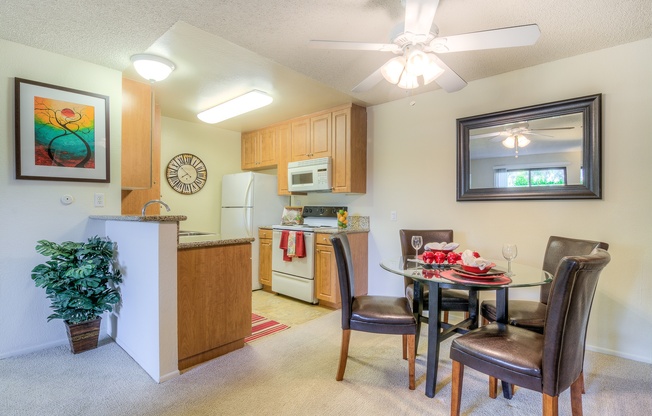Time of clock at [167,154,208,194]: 7:51
